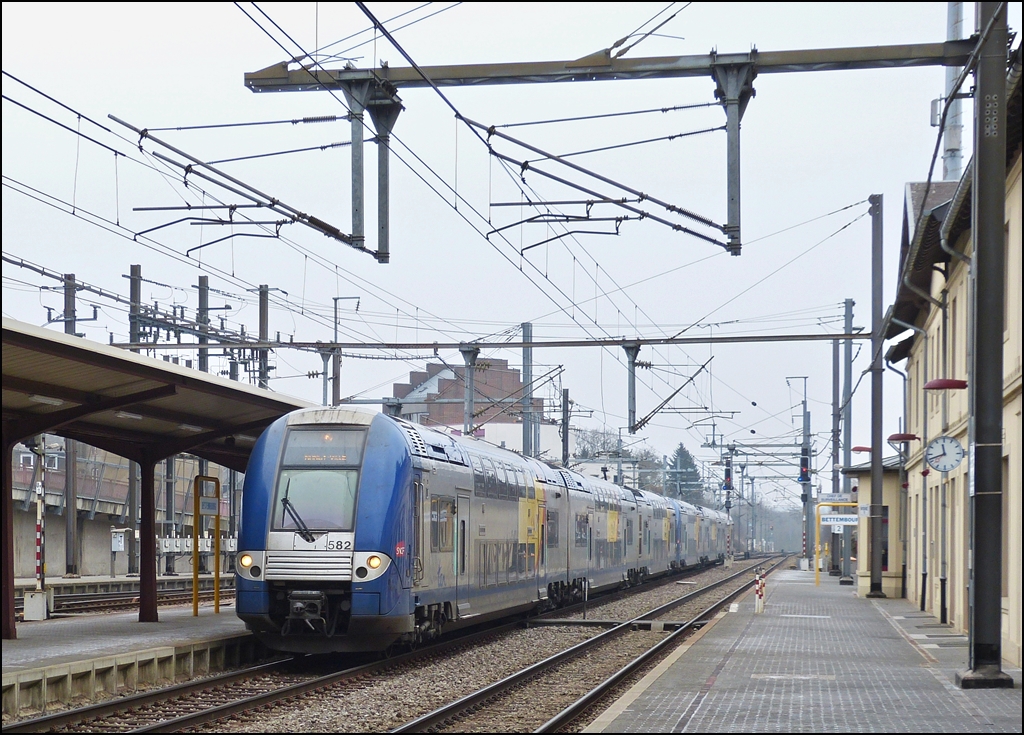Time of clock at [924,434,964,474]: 11:41
